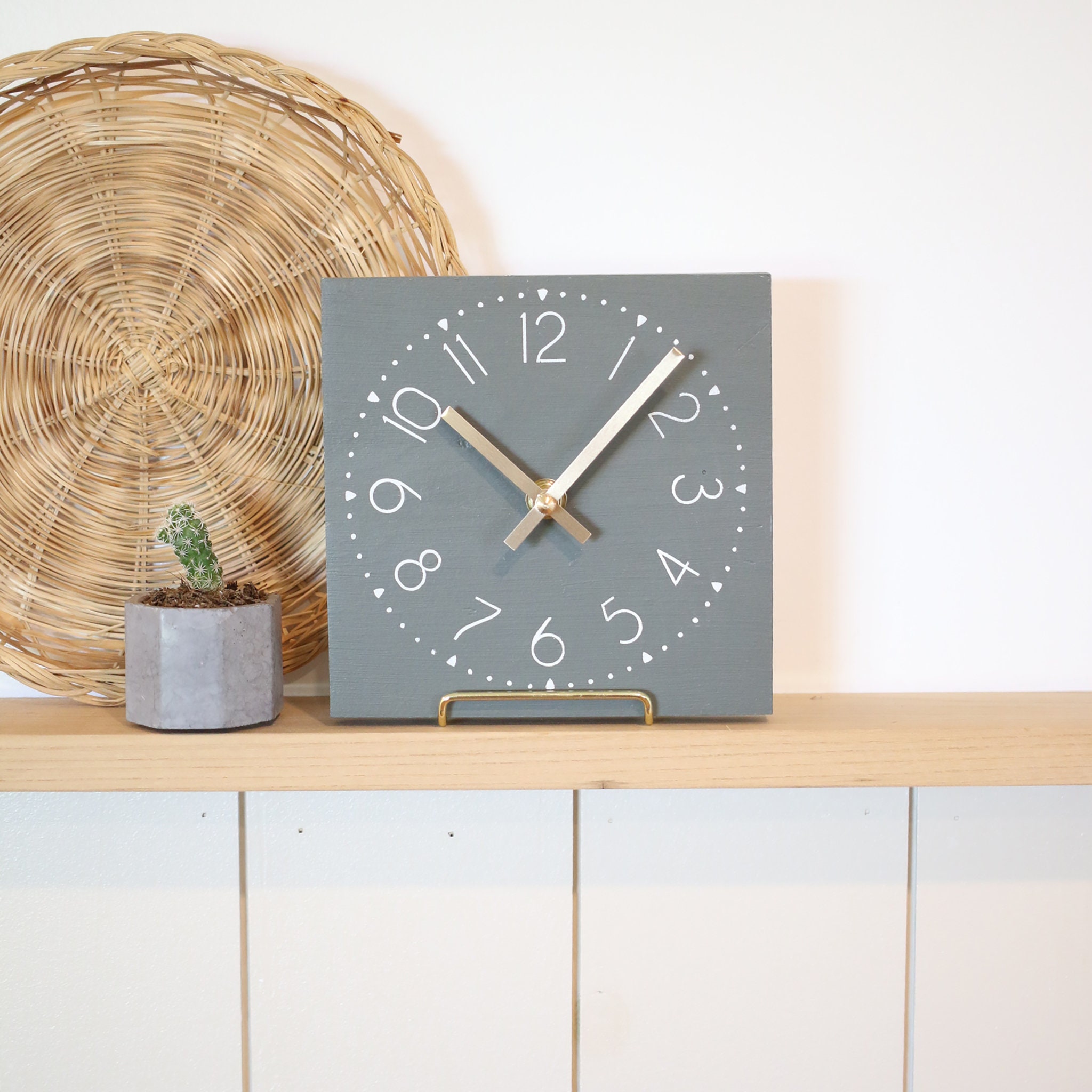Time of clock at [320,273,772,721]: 10:07
